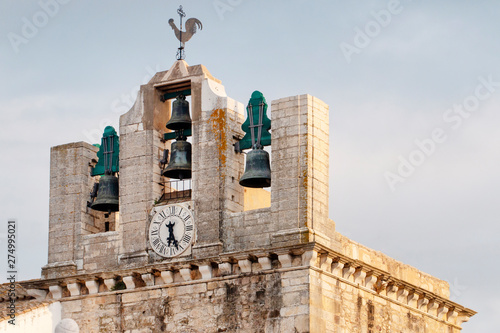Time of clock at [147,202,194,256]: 6:26
